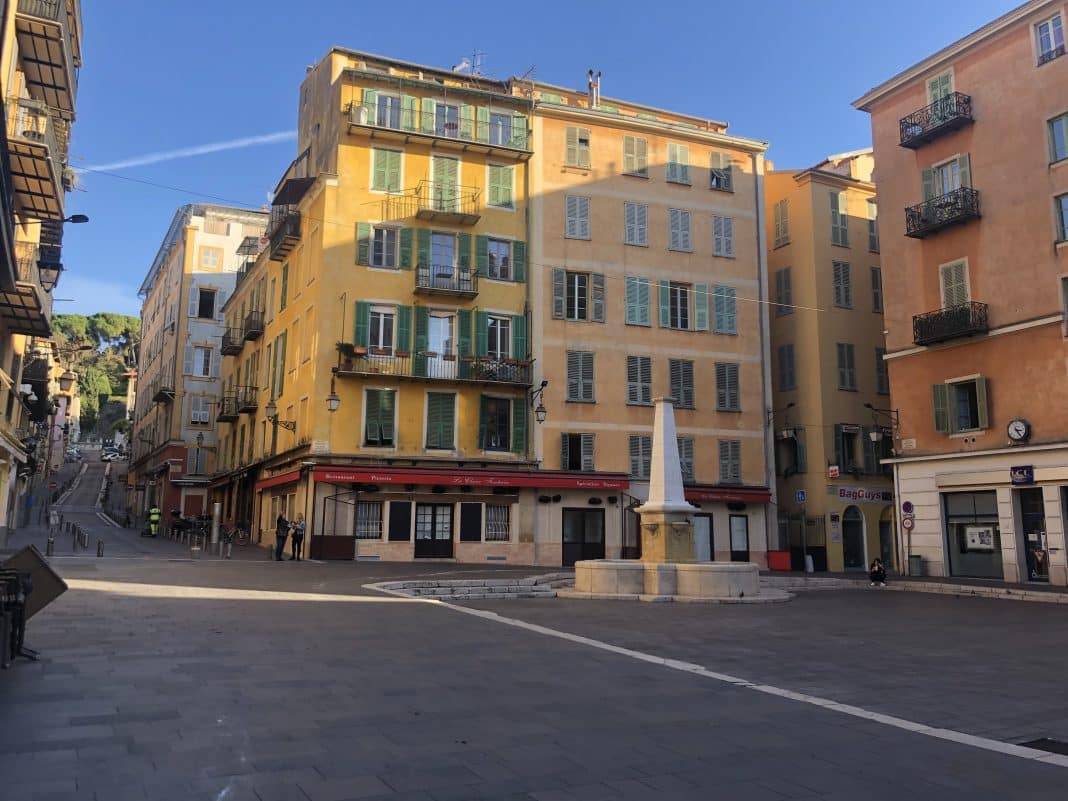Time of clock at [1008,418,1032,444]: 3:24
